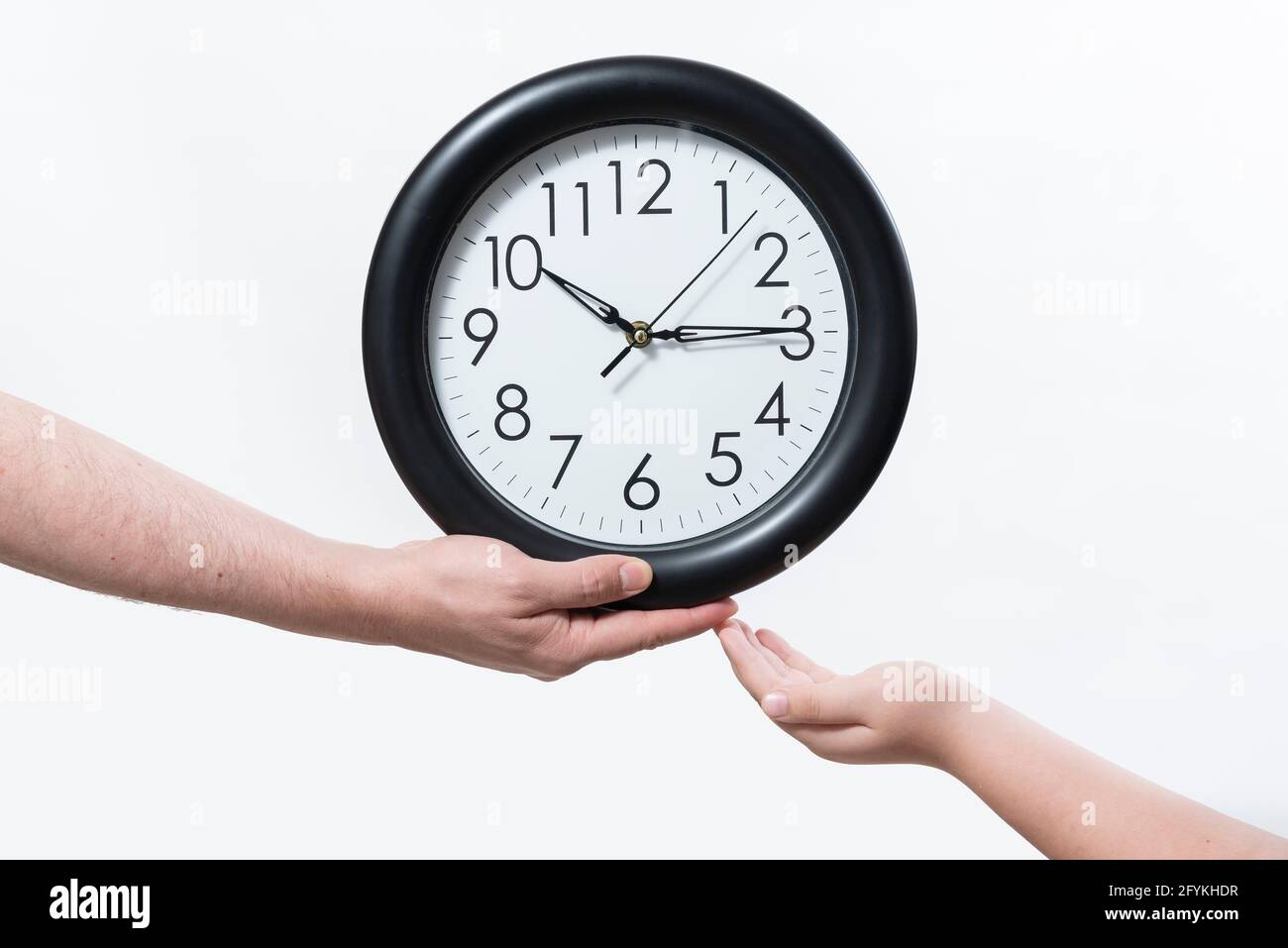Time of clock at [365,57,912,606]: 10:14
